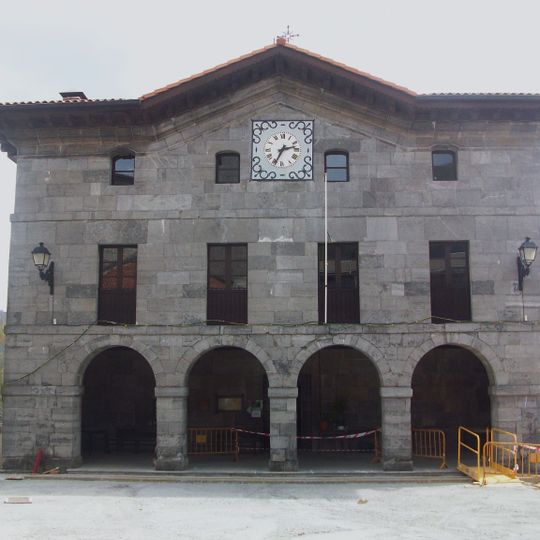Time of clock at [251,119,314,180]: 2:34
